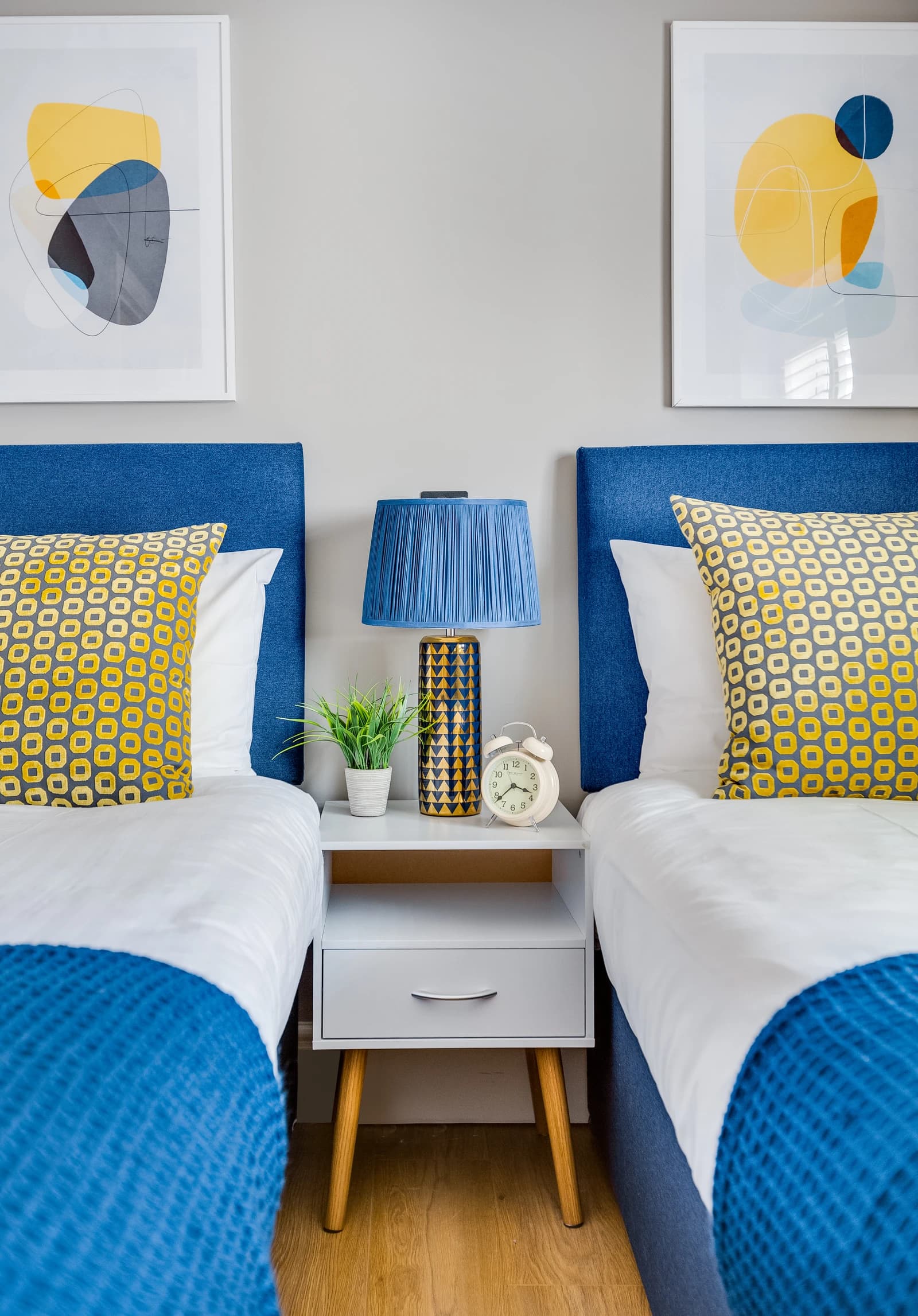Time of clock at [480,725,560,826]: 3:38
